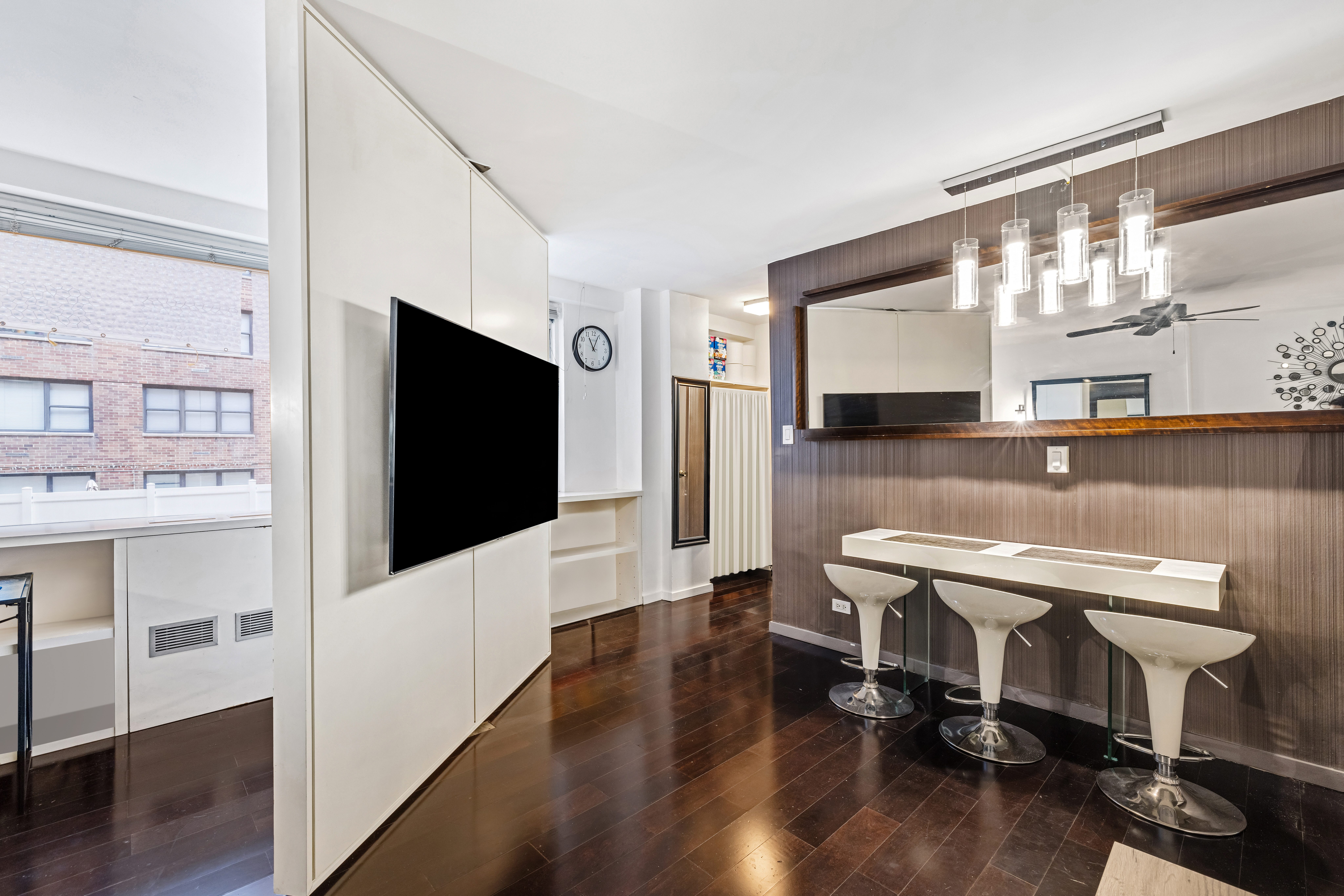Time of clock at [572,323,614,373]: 11:03
